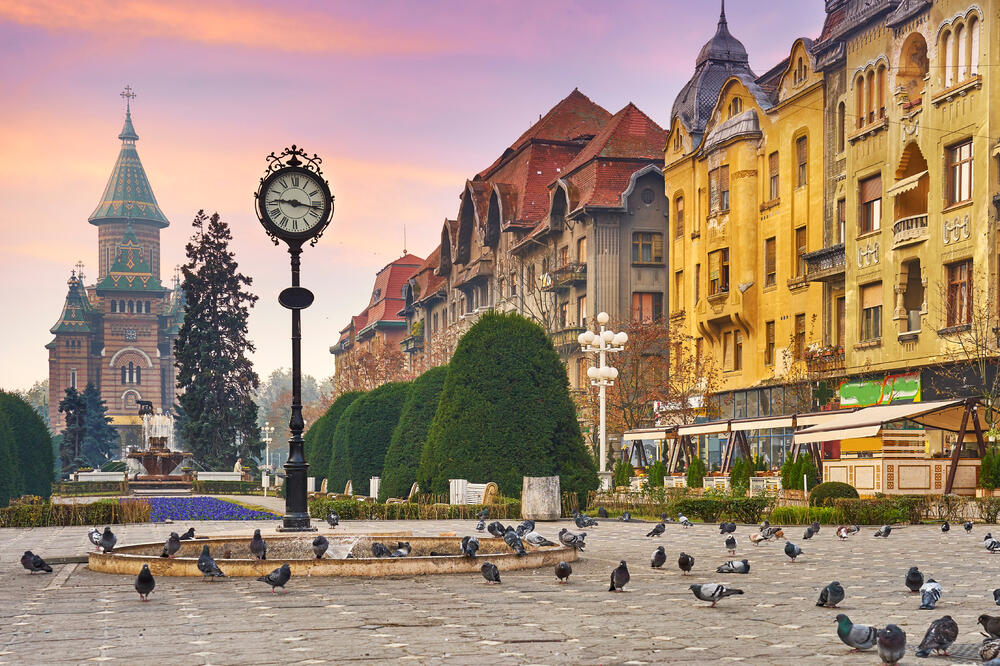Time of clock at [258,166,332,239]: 9:16
